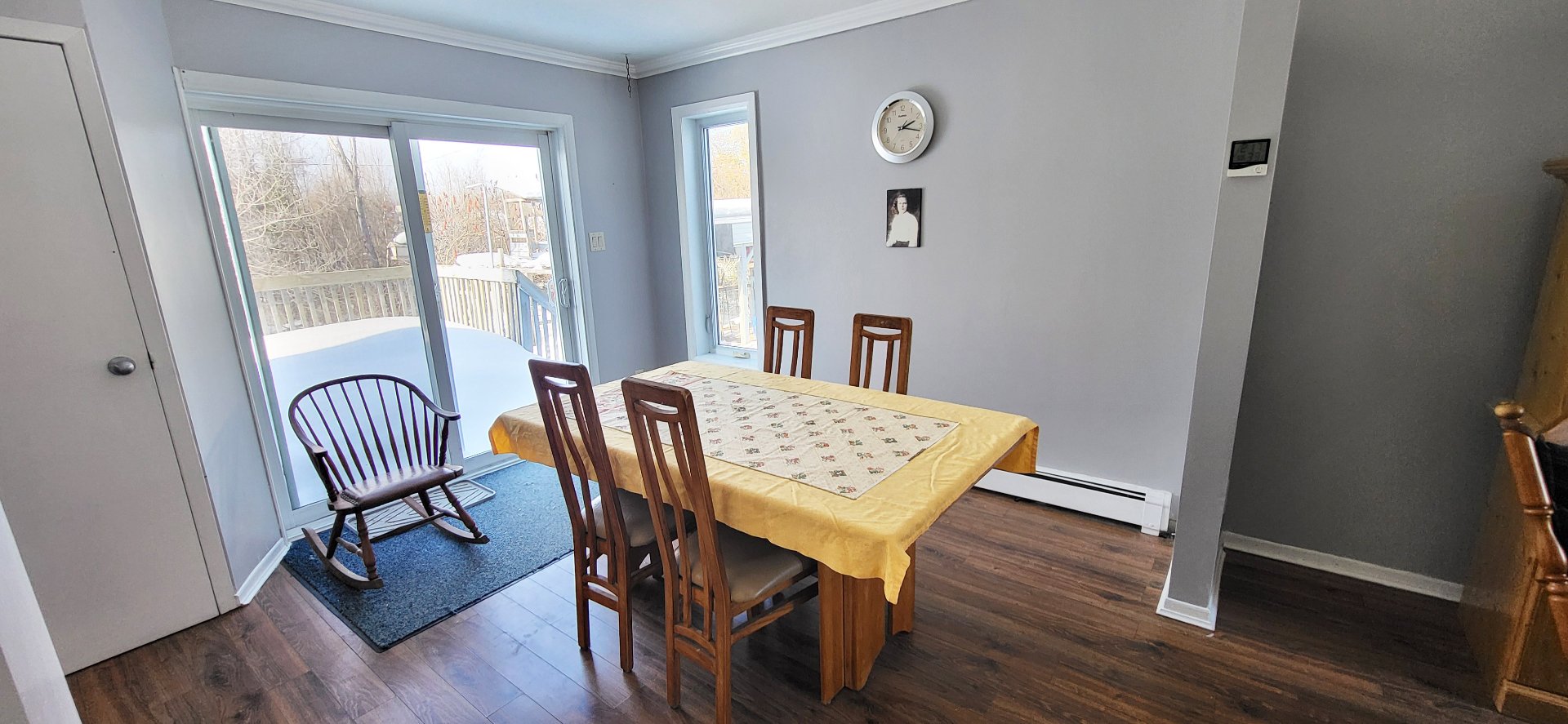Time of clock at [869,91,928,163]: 2:17
